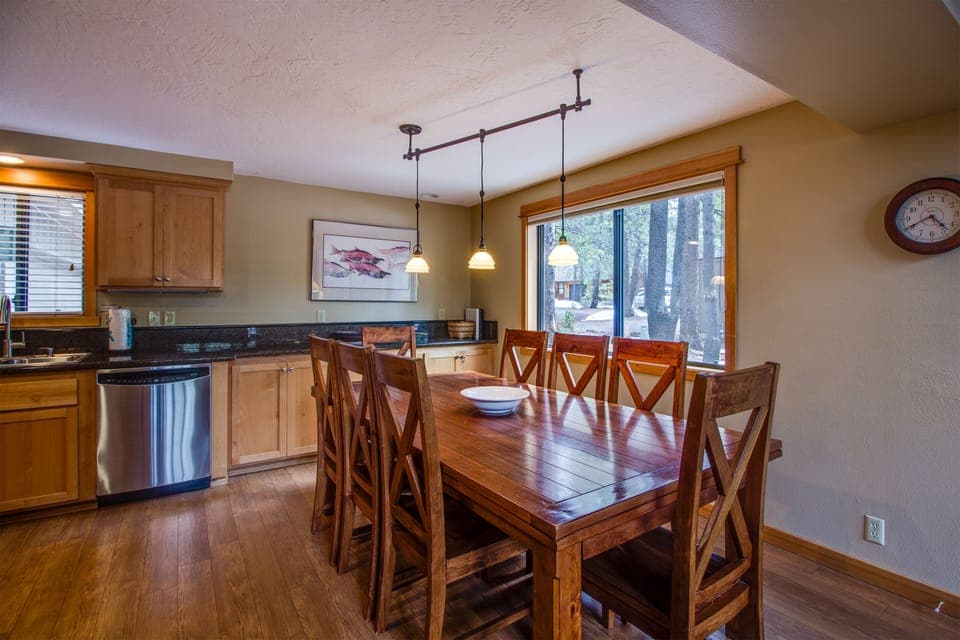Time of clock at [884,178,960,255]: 4:40
